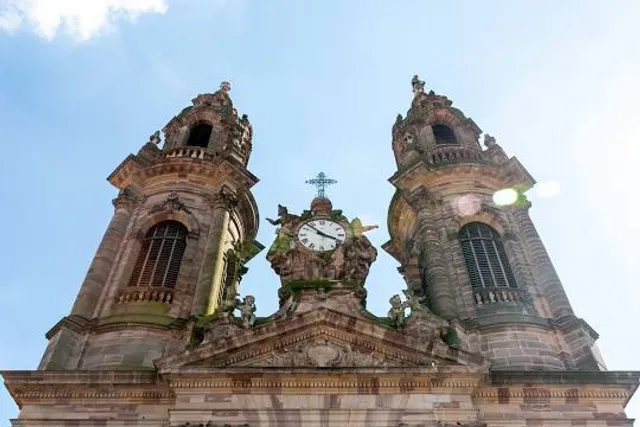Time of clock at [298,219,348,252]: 3:52
